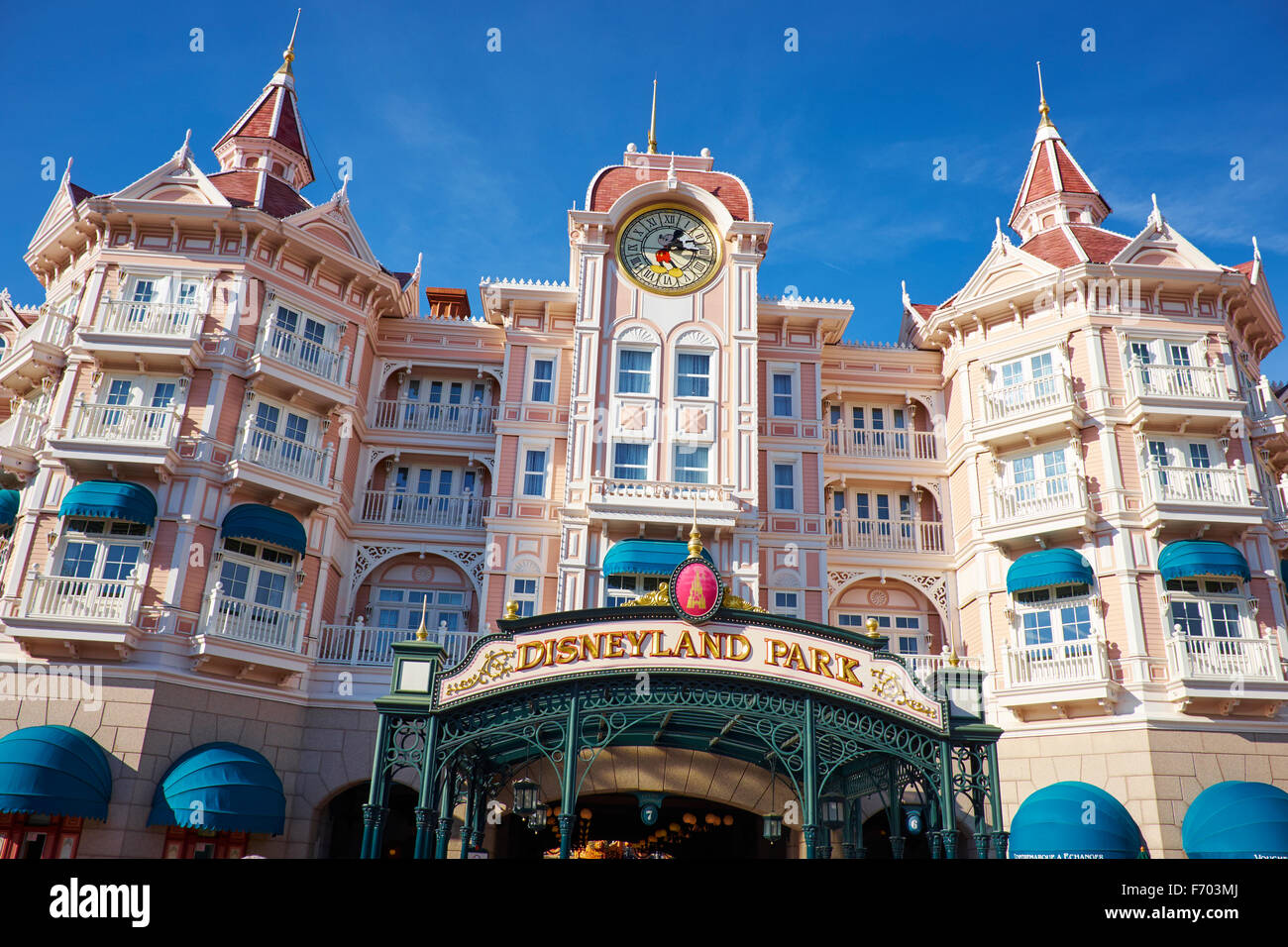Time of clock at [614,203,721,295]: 1:16
